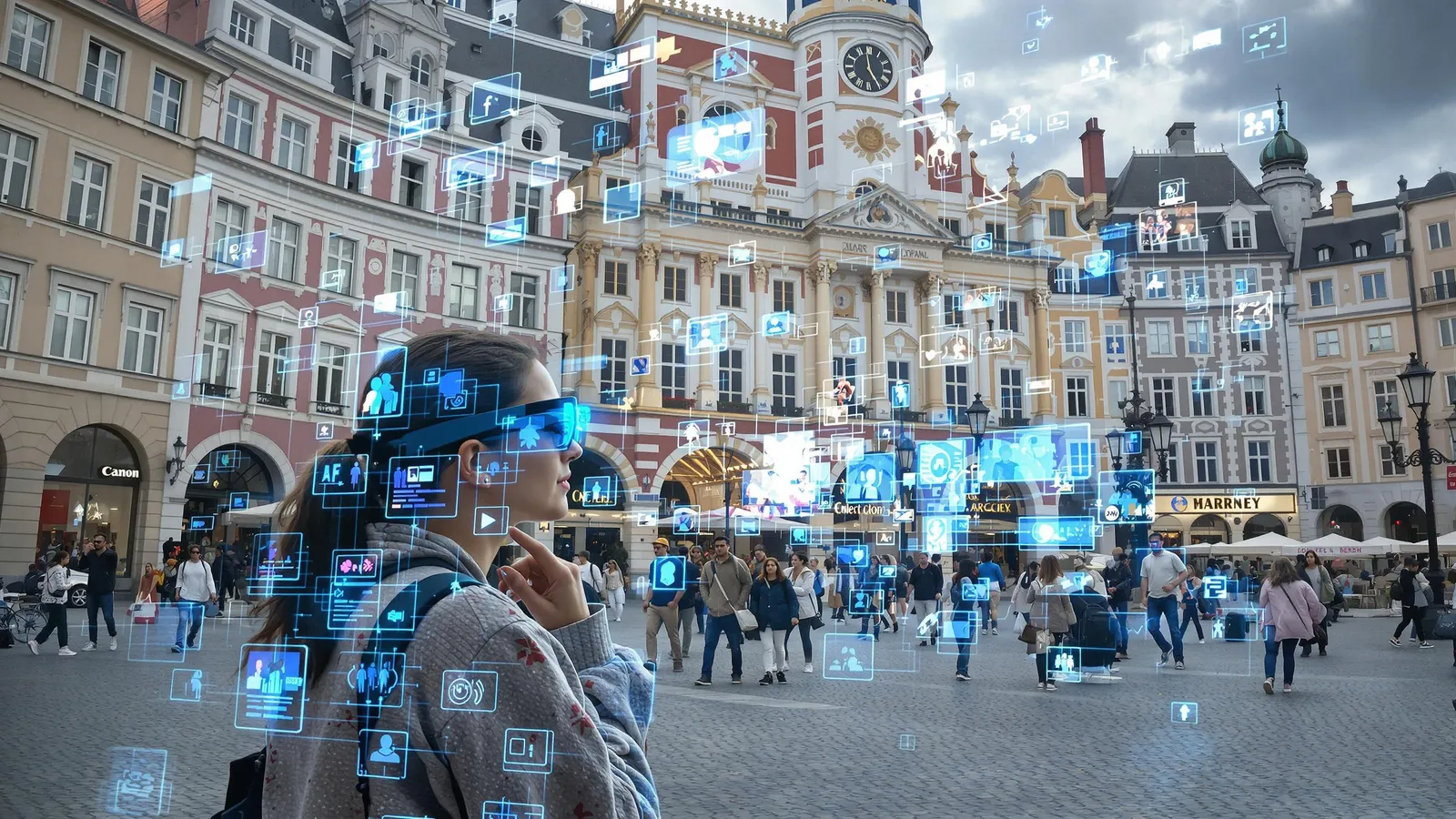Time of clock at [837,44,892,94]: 4:58
